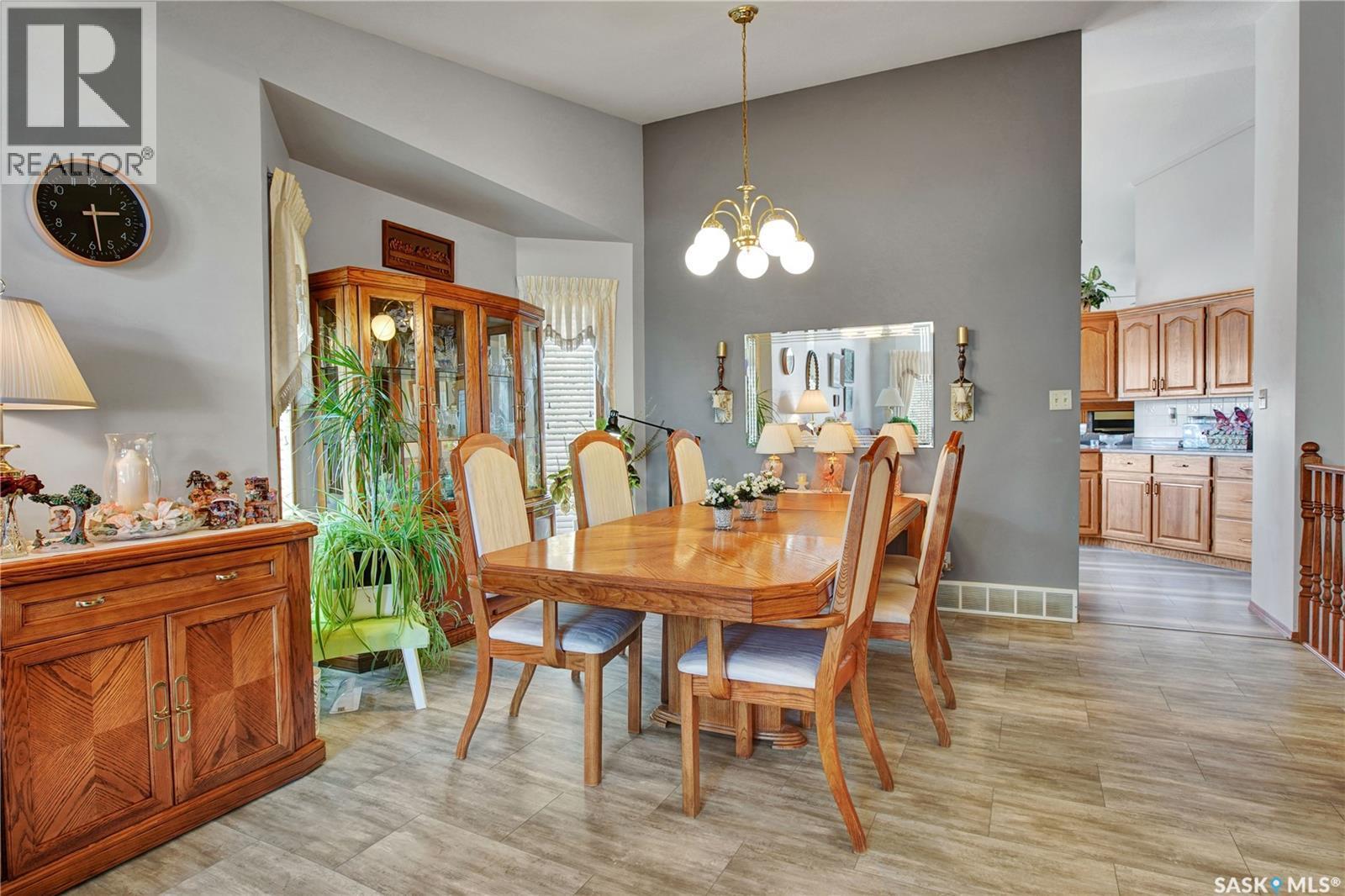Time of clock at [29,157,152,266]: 2:28
